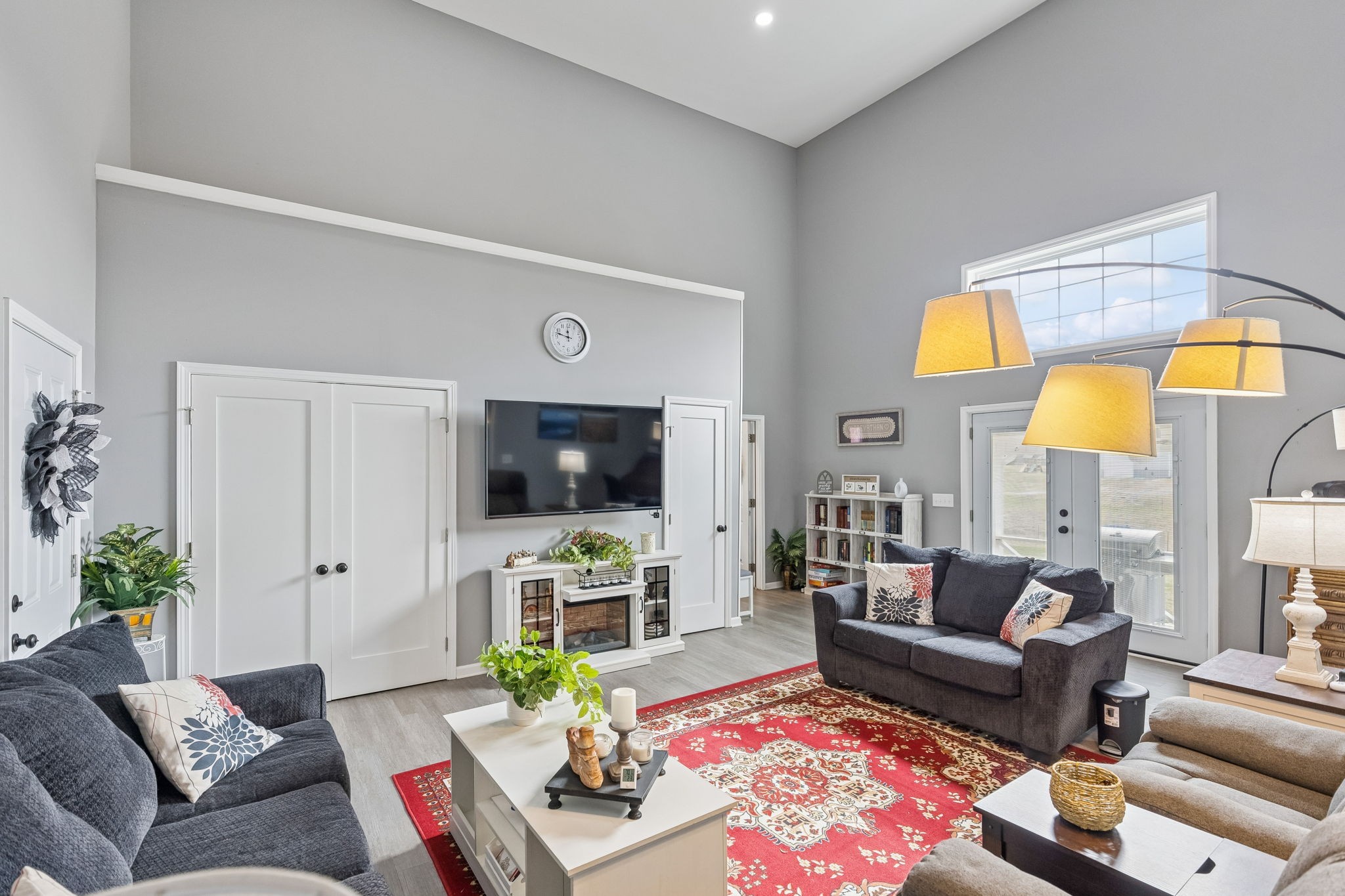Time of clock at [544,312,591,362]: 11:47
